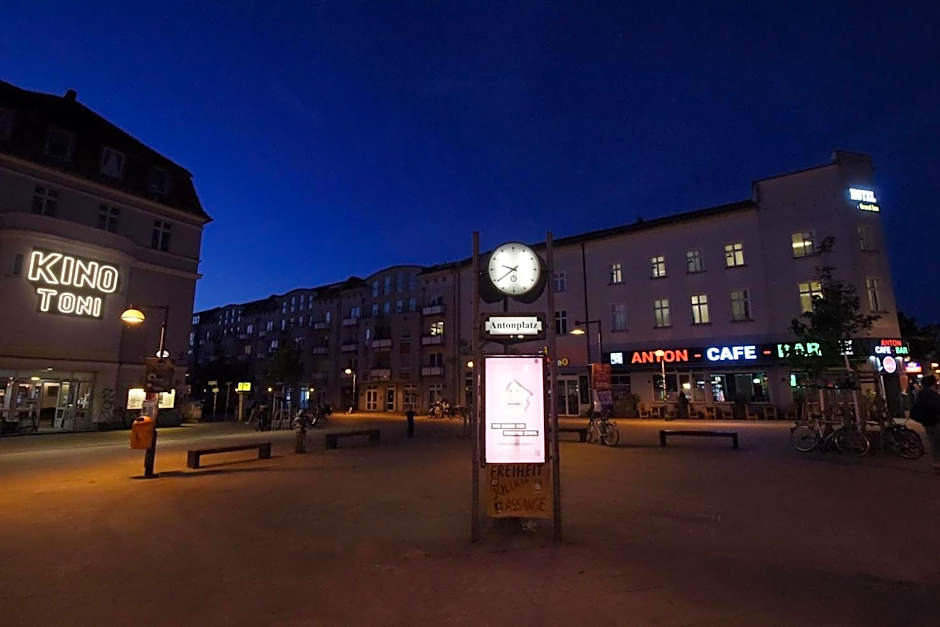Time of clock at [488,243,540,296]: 9:39
